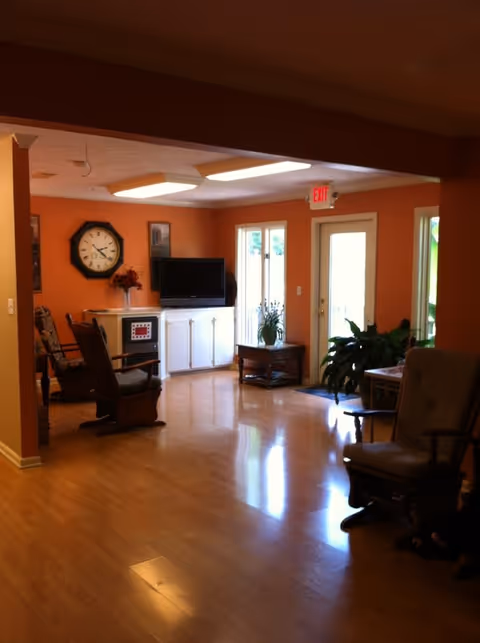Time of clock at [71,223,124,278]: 2:21
